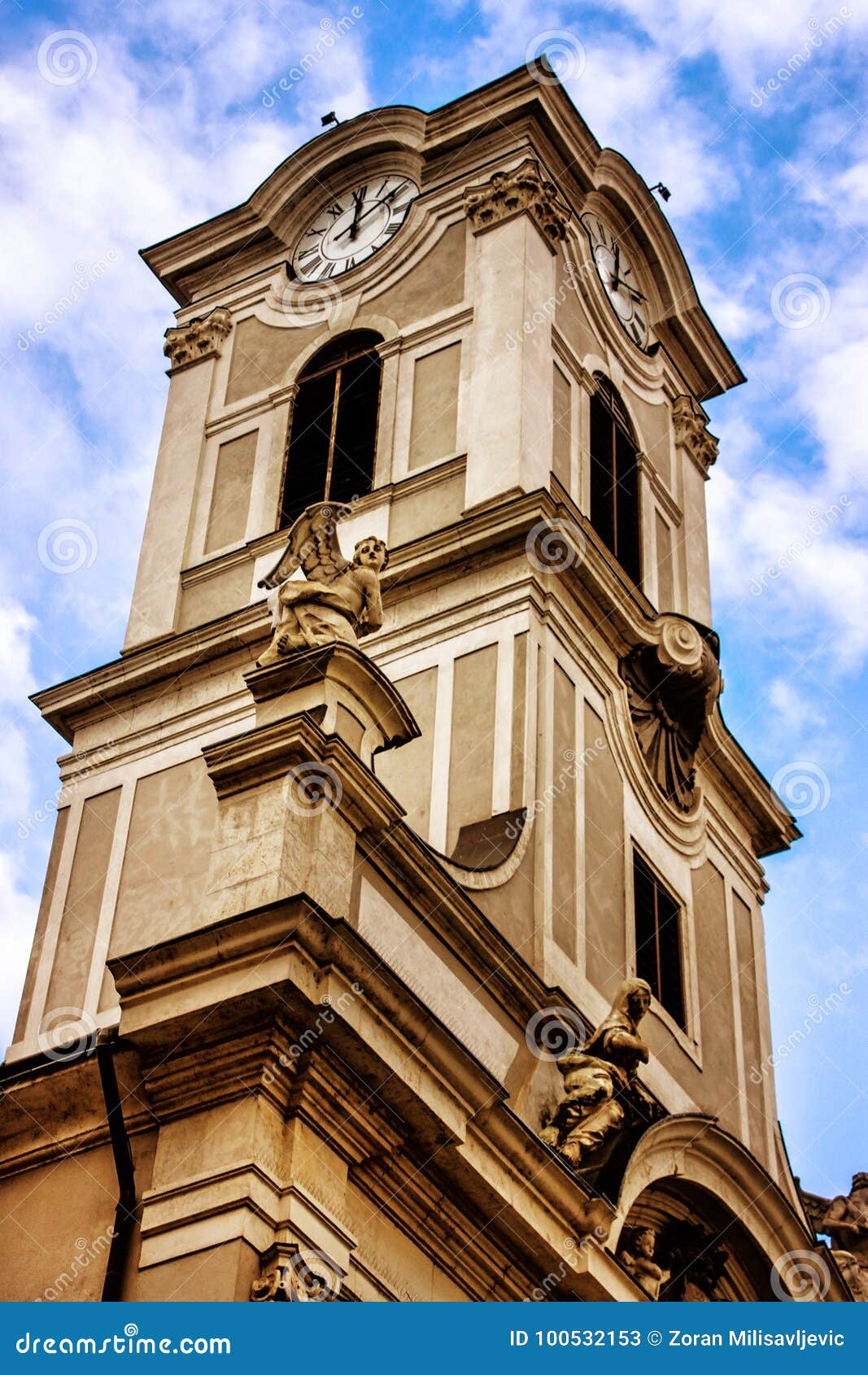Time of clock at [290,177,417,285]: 12:09
